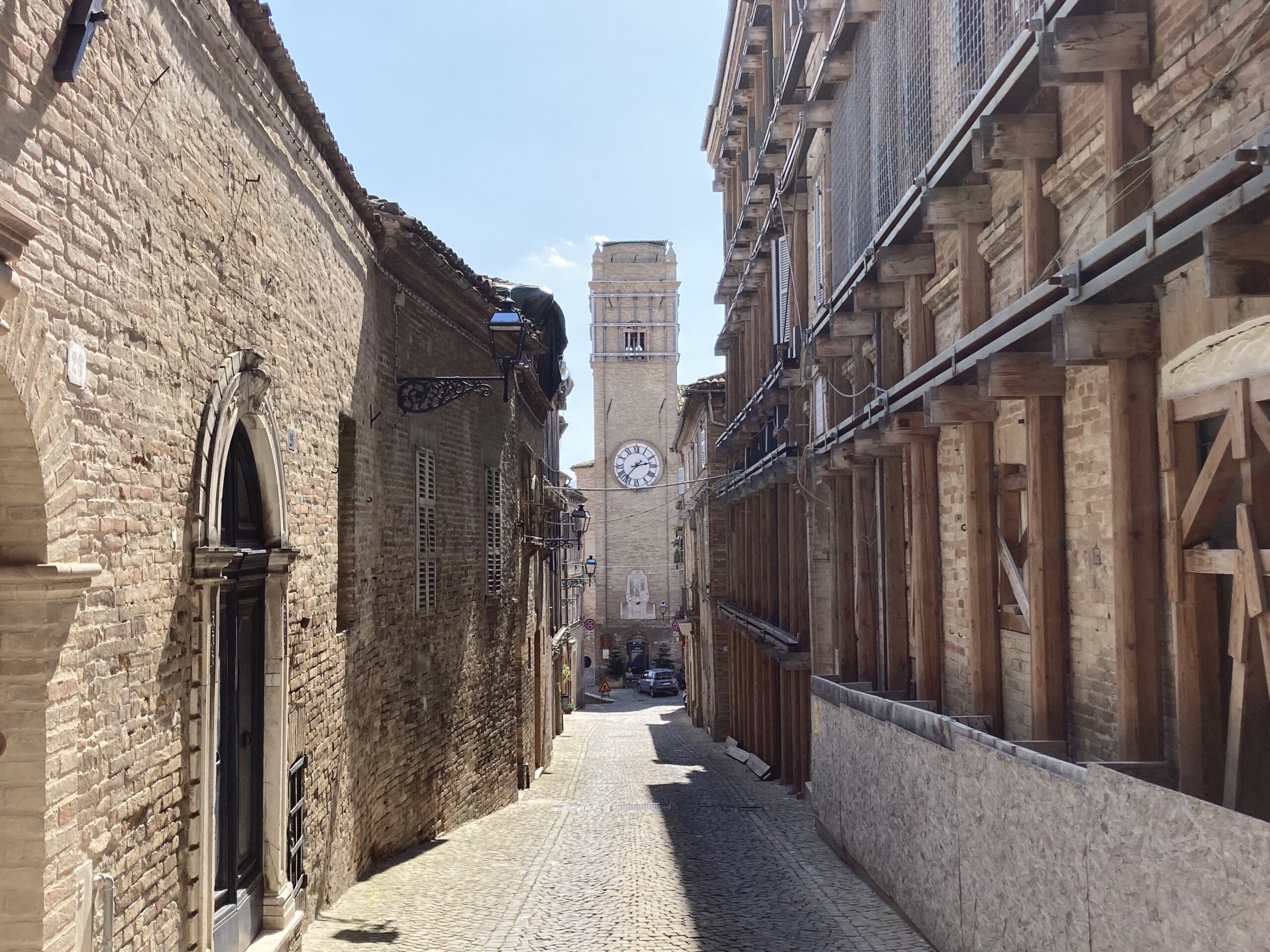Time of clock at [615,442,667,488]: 2:36
